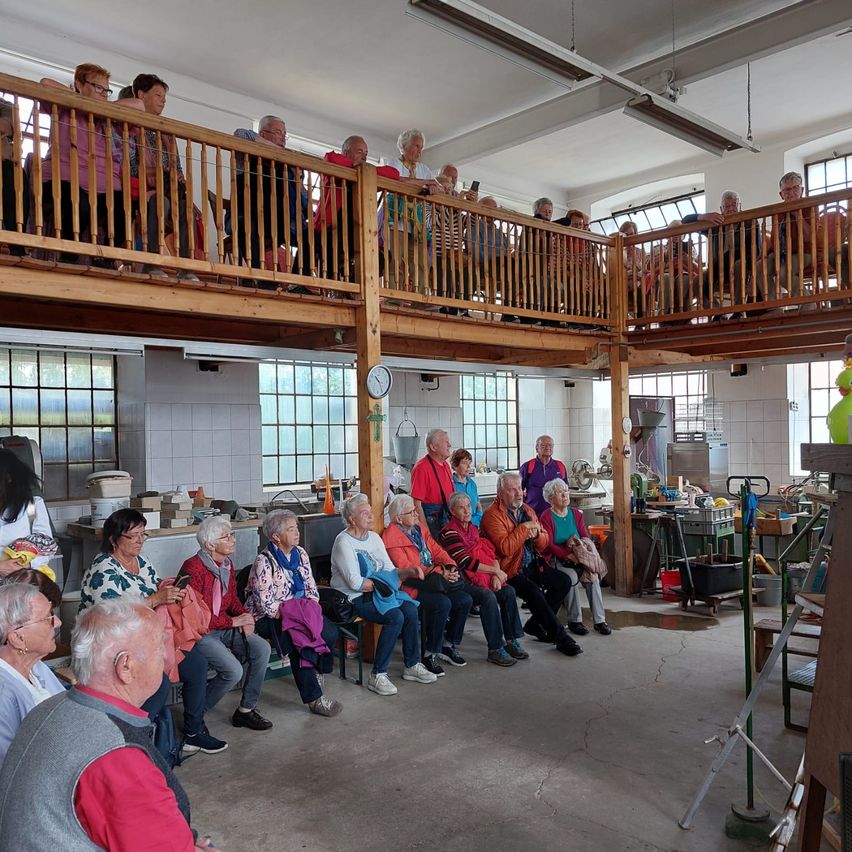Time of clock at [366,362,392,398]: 10:24
